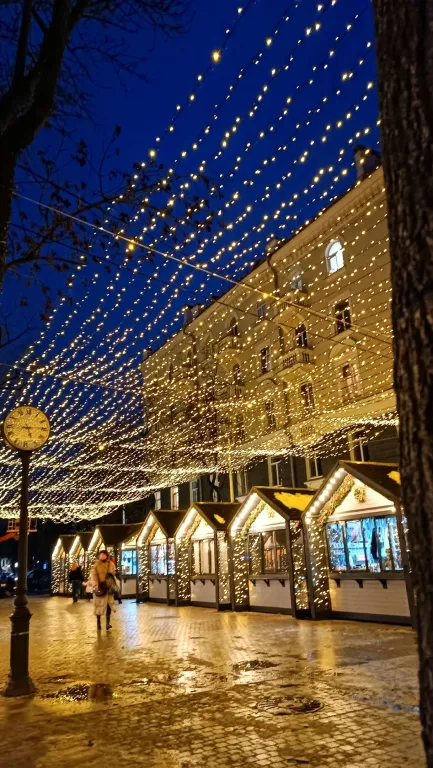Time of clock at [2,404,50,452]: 5:14
